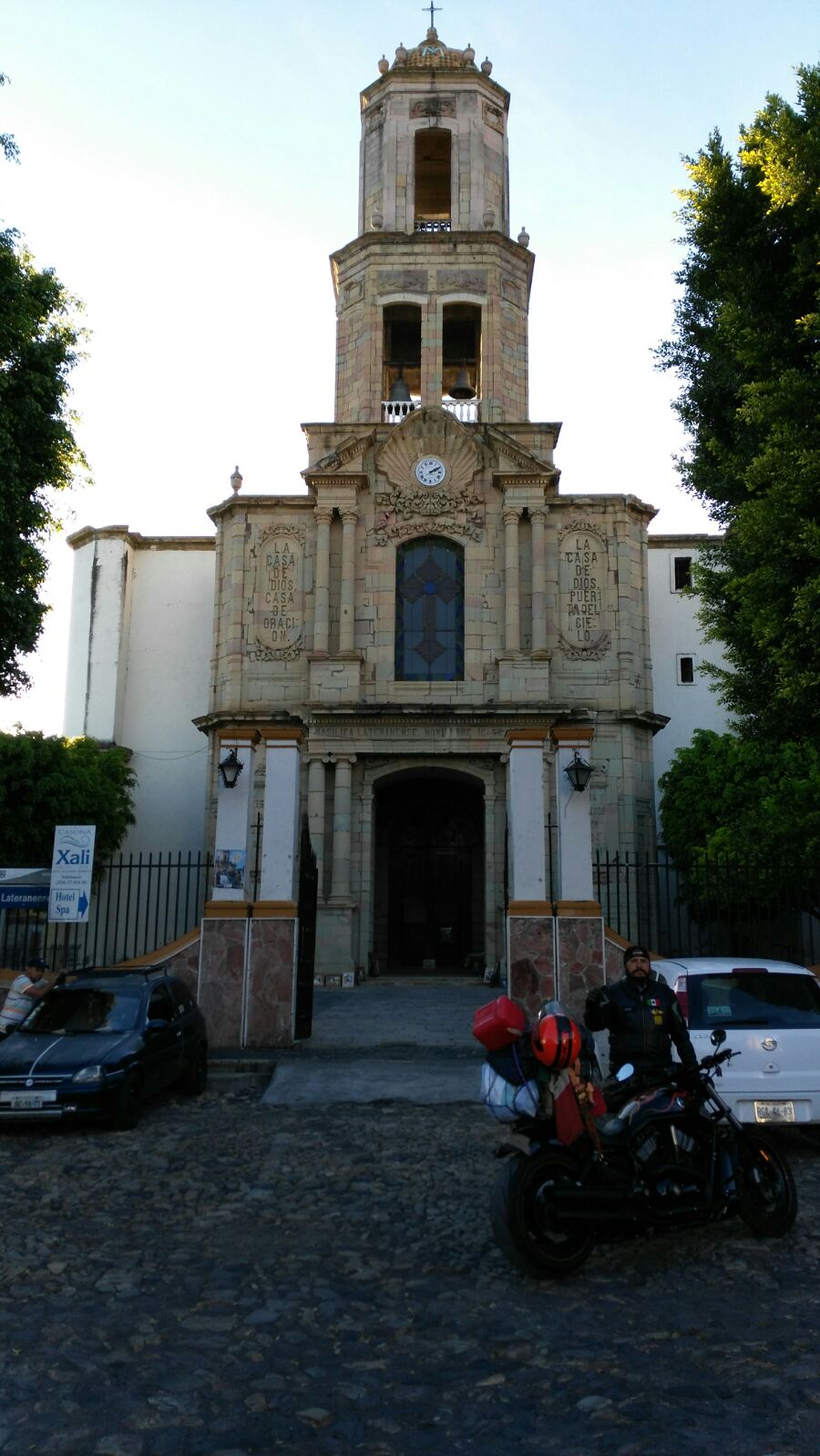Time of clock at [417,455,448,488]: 2:09
